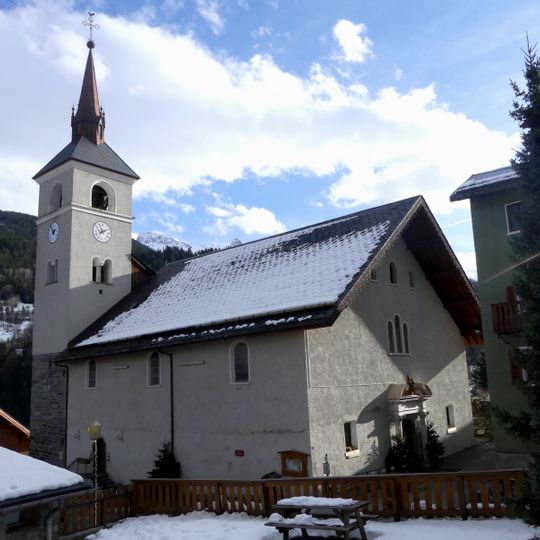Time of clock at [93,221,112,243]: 1:56
